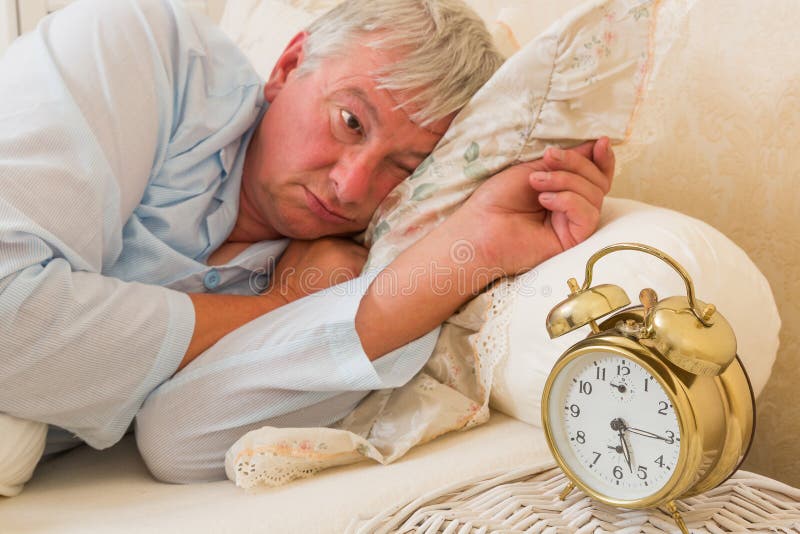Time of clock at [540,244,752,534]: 5:15
